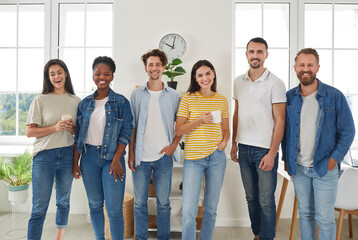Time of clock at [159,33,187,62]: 10:02
